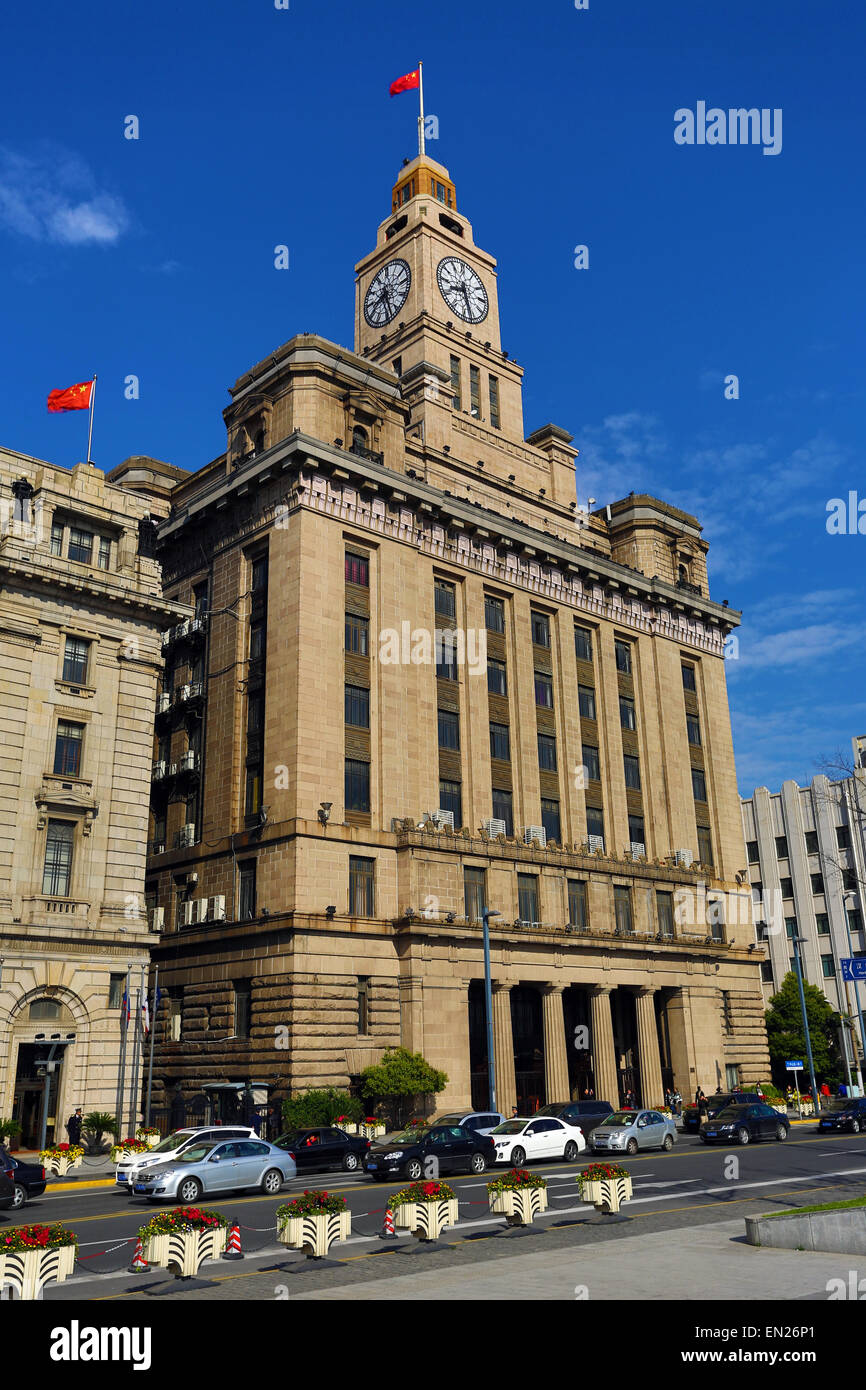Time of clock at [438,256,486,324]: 8:27
